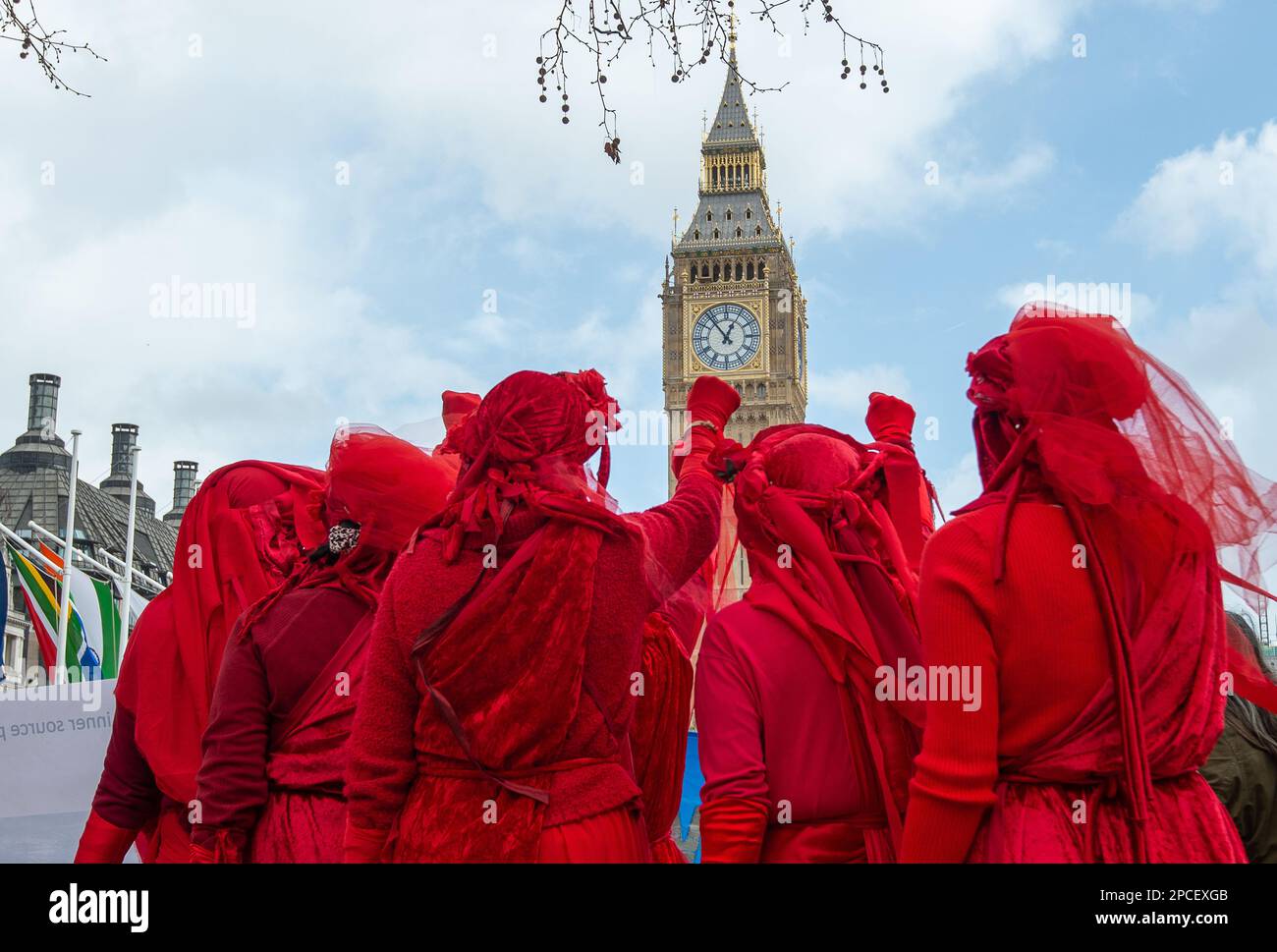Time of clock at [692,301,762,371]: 12:53
